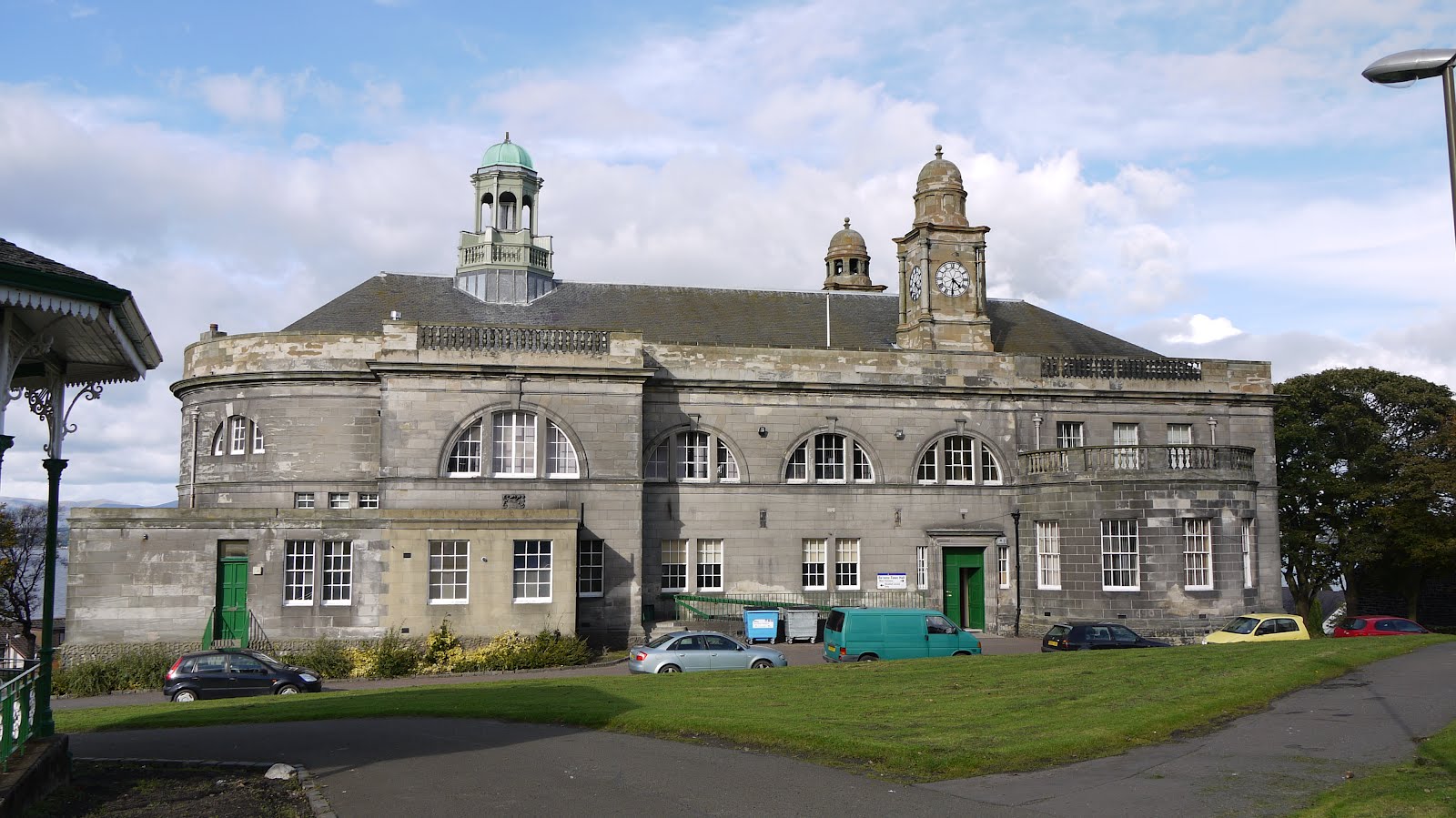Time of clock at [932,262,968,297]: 4:31
